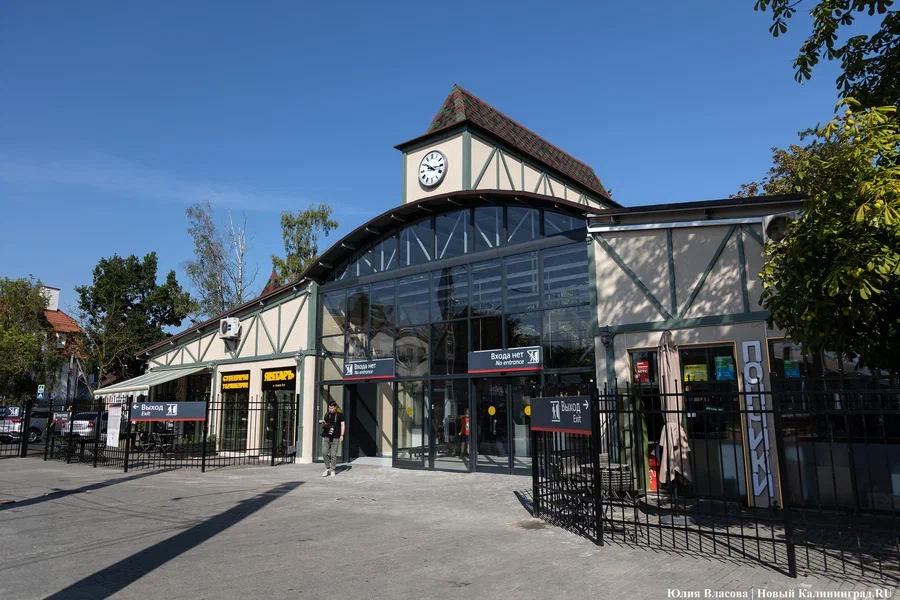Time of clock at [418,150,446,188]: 10:15
